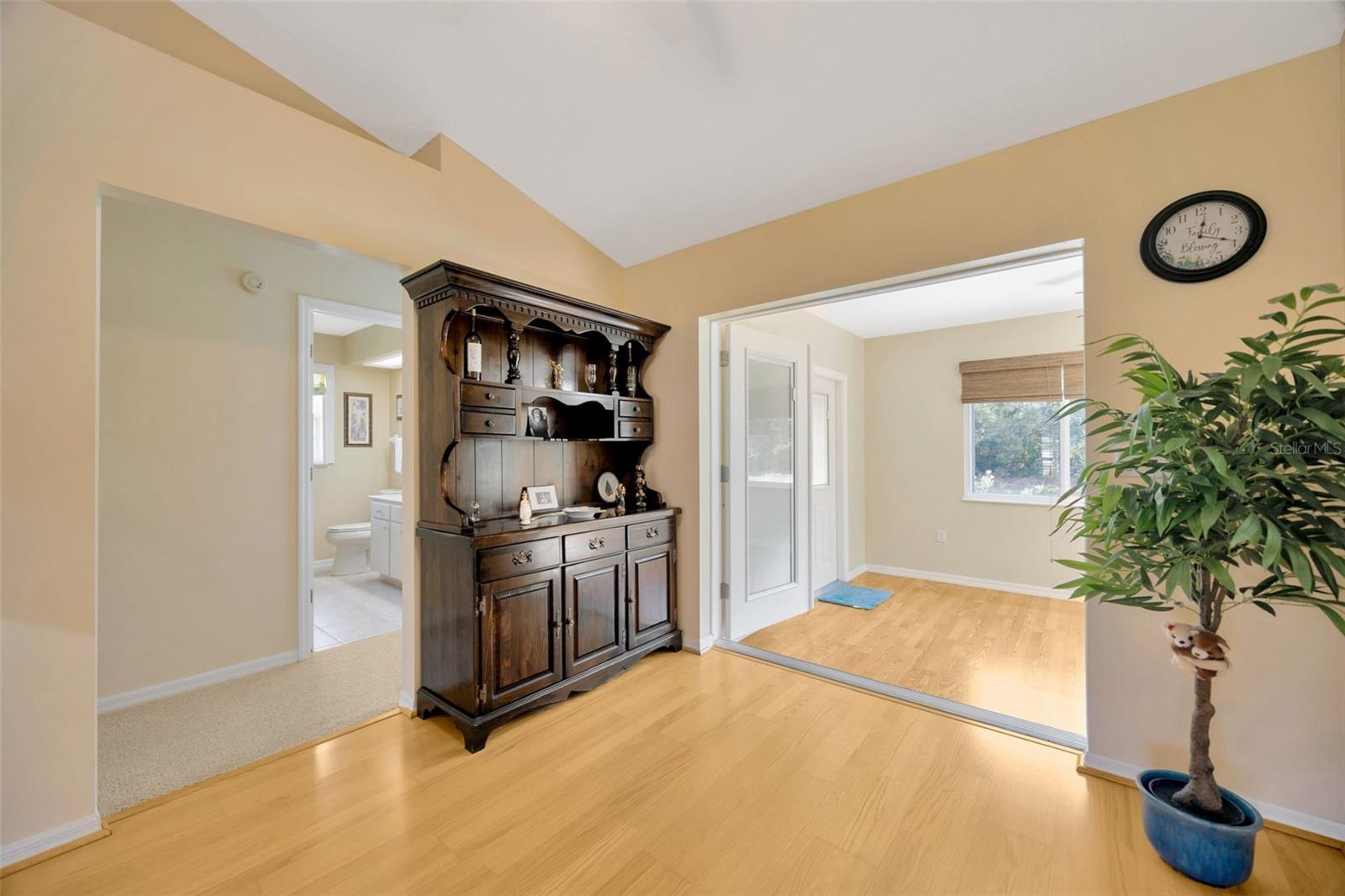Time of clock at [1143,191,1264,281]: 12:18
